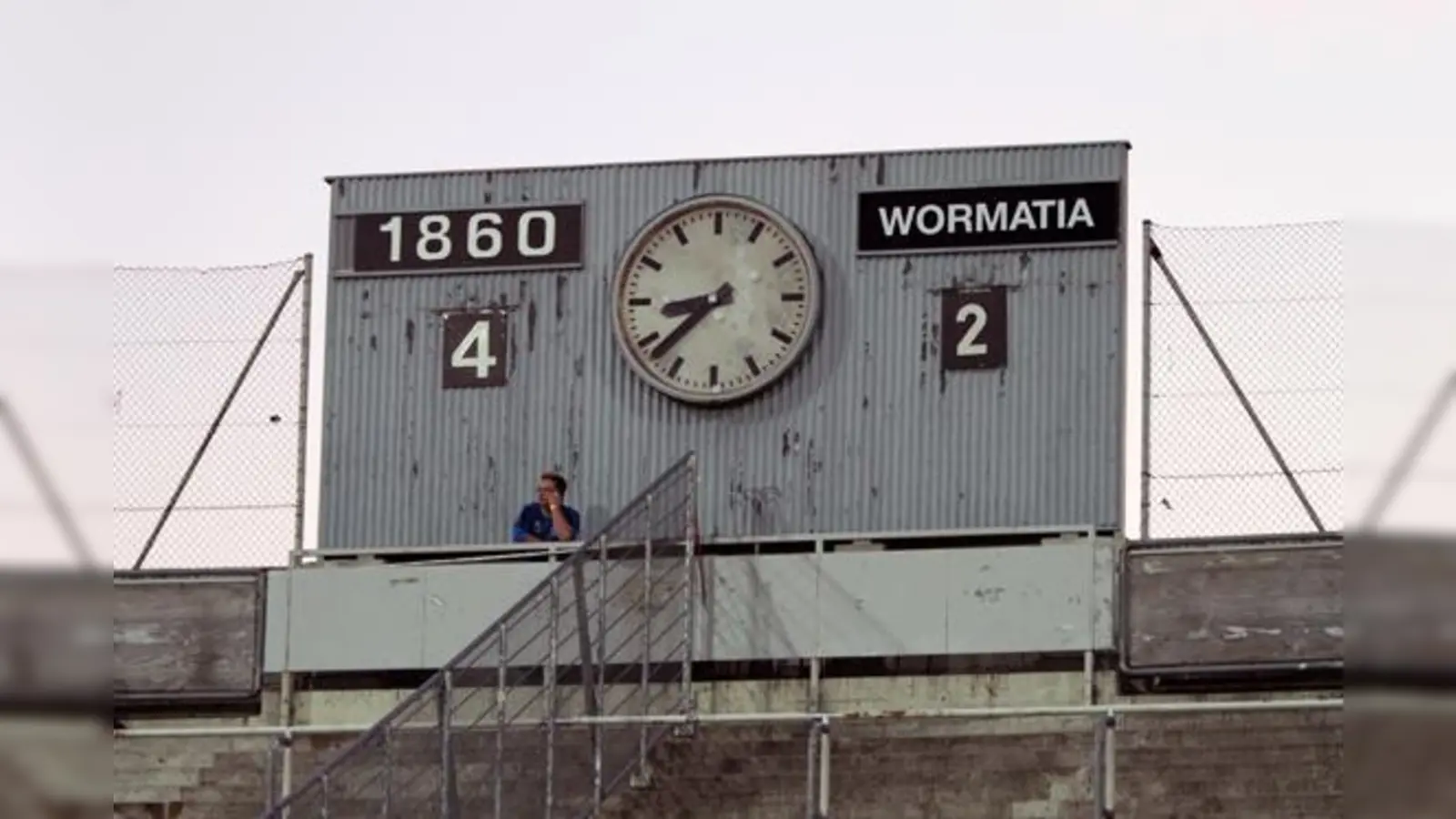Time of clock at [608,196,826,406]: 8:38
